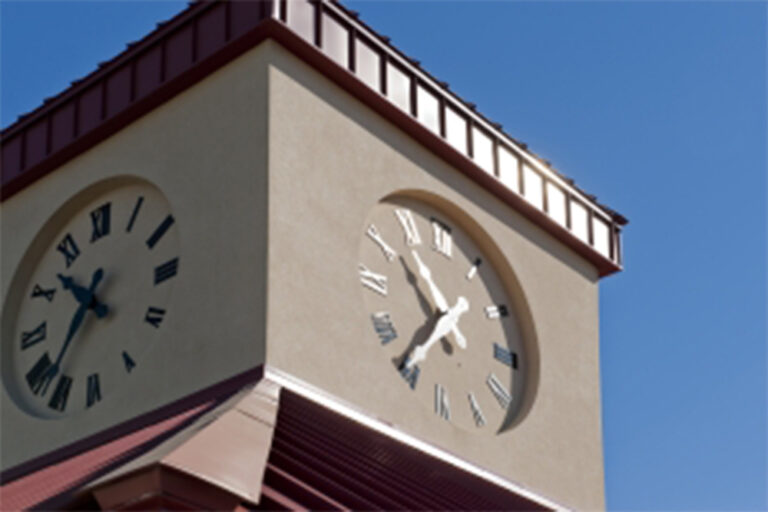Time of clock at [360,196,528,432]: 10:36
